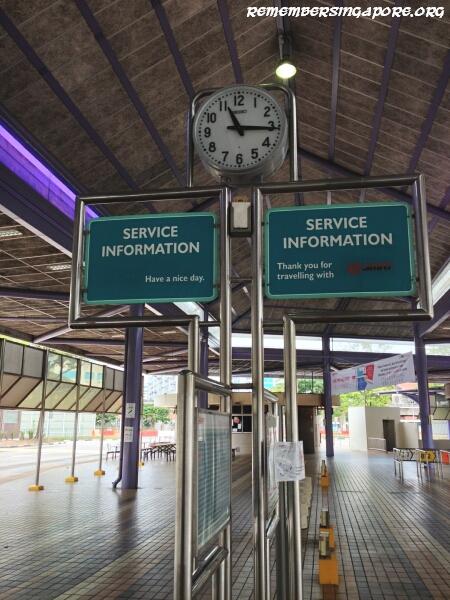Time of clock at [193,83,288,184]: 11:15
